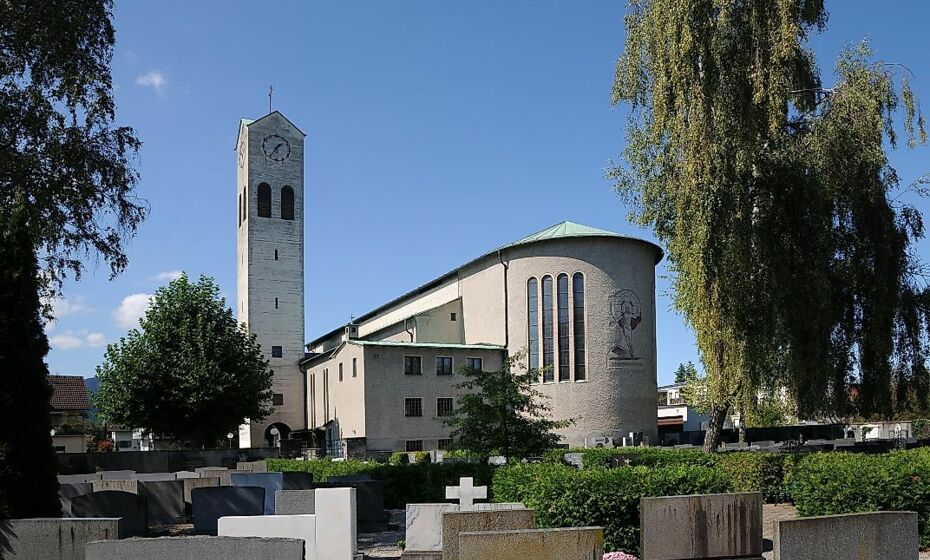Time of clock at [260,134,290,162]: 1:35
